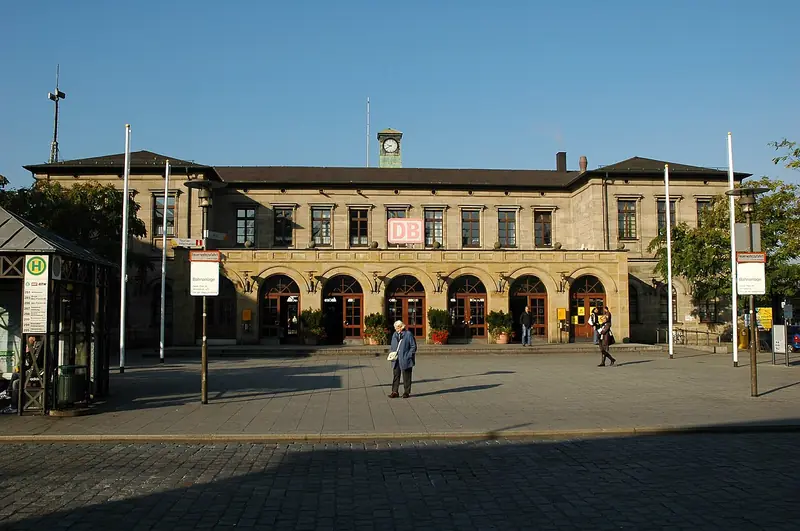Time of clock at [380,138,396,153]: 9:40
